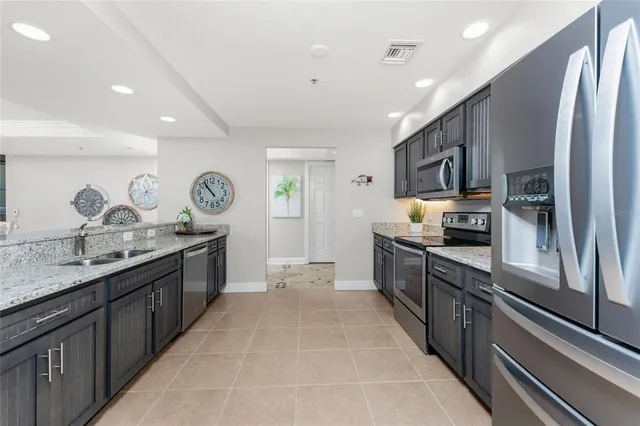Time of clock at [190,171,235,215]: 10:53
